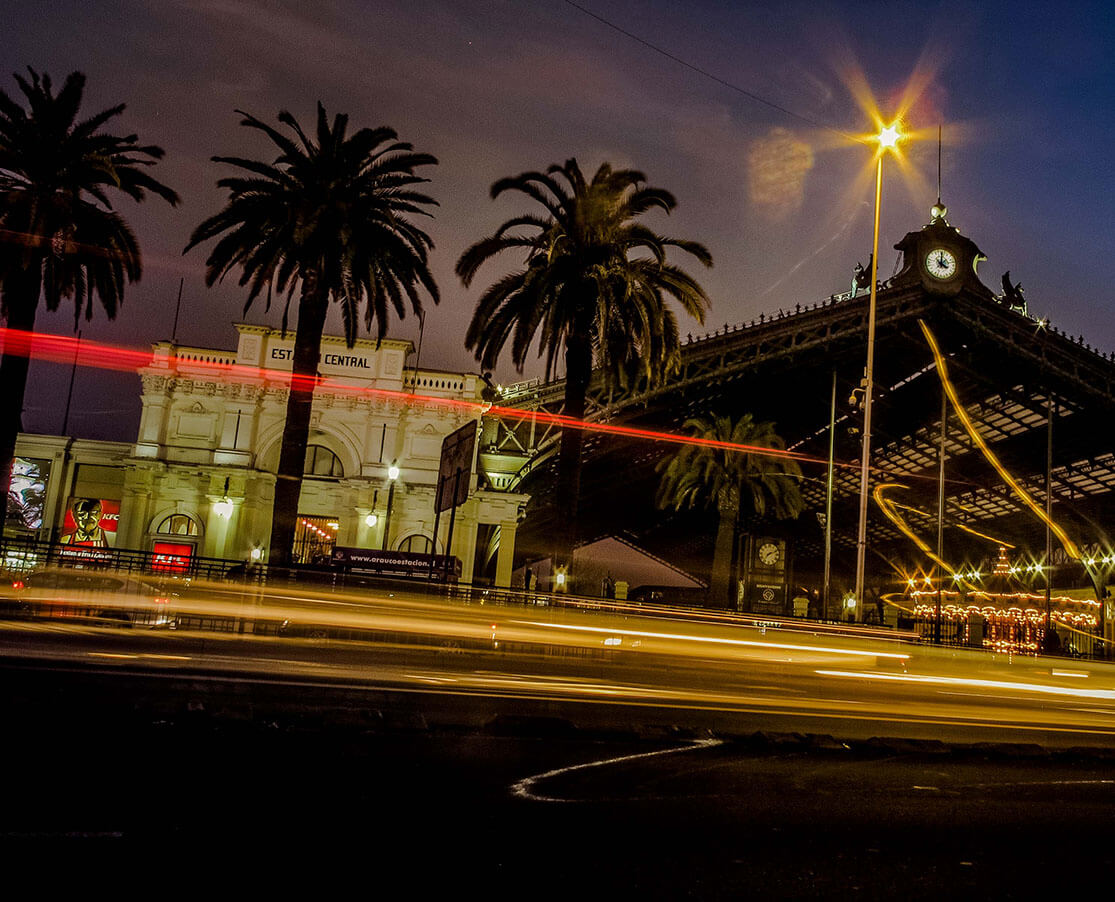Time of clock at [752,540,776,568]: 7:11
